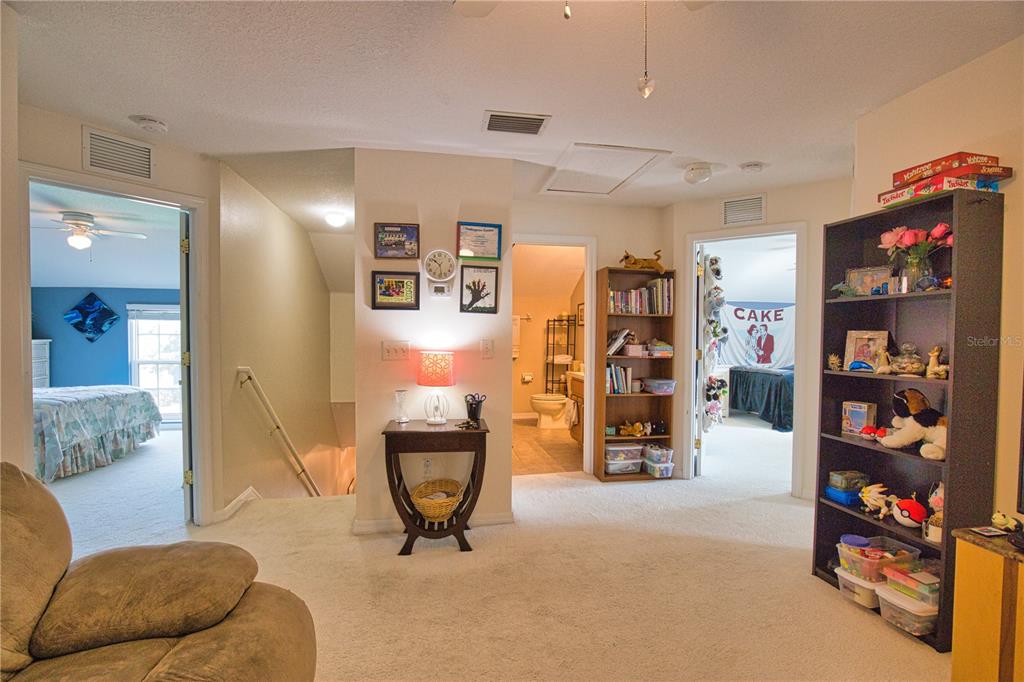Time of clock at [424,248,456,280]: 10:28
